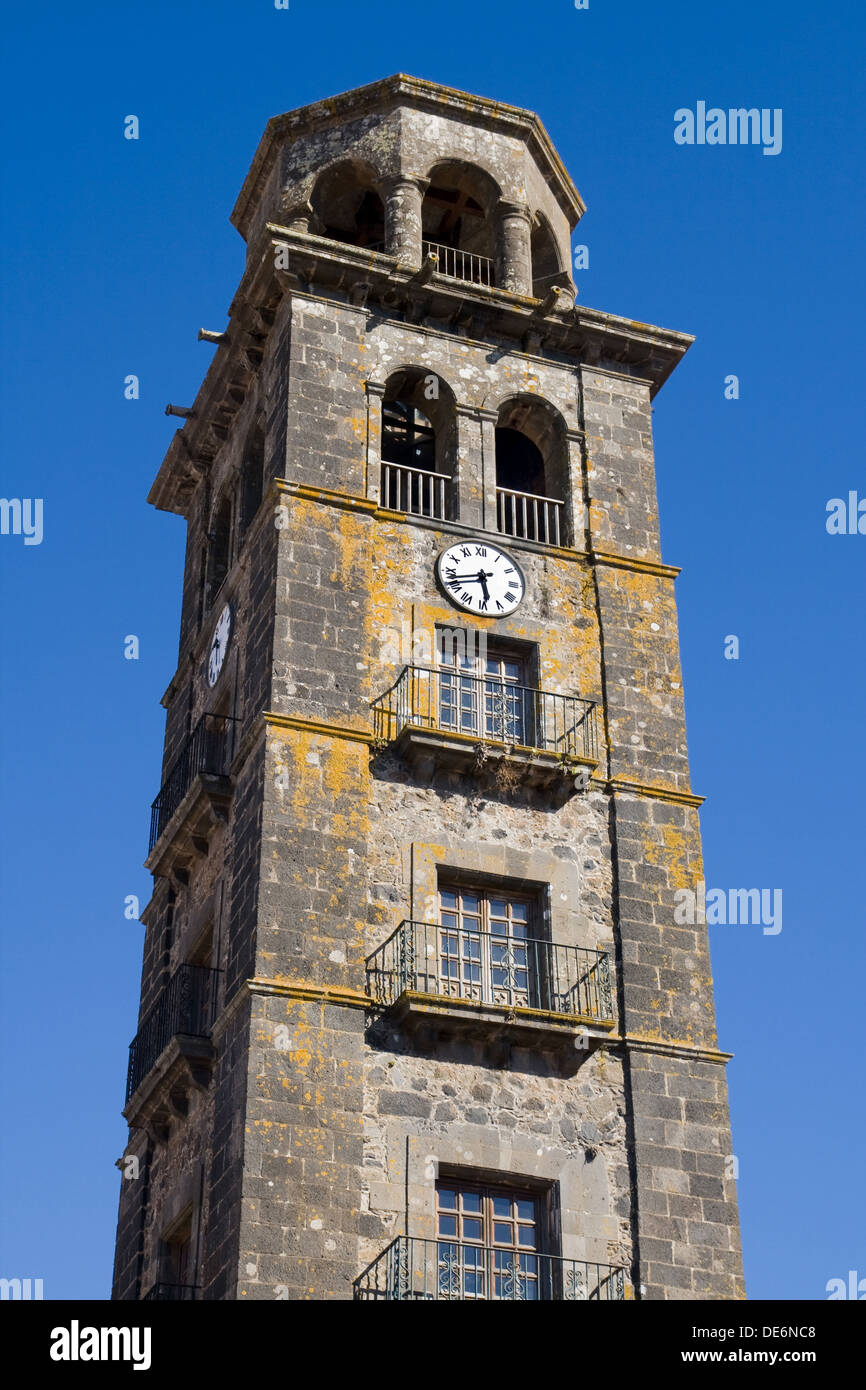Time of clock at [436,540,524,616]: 5:42
